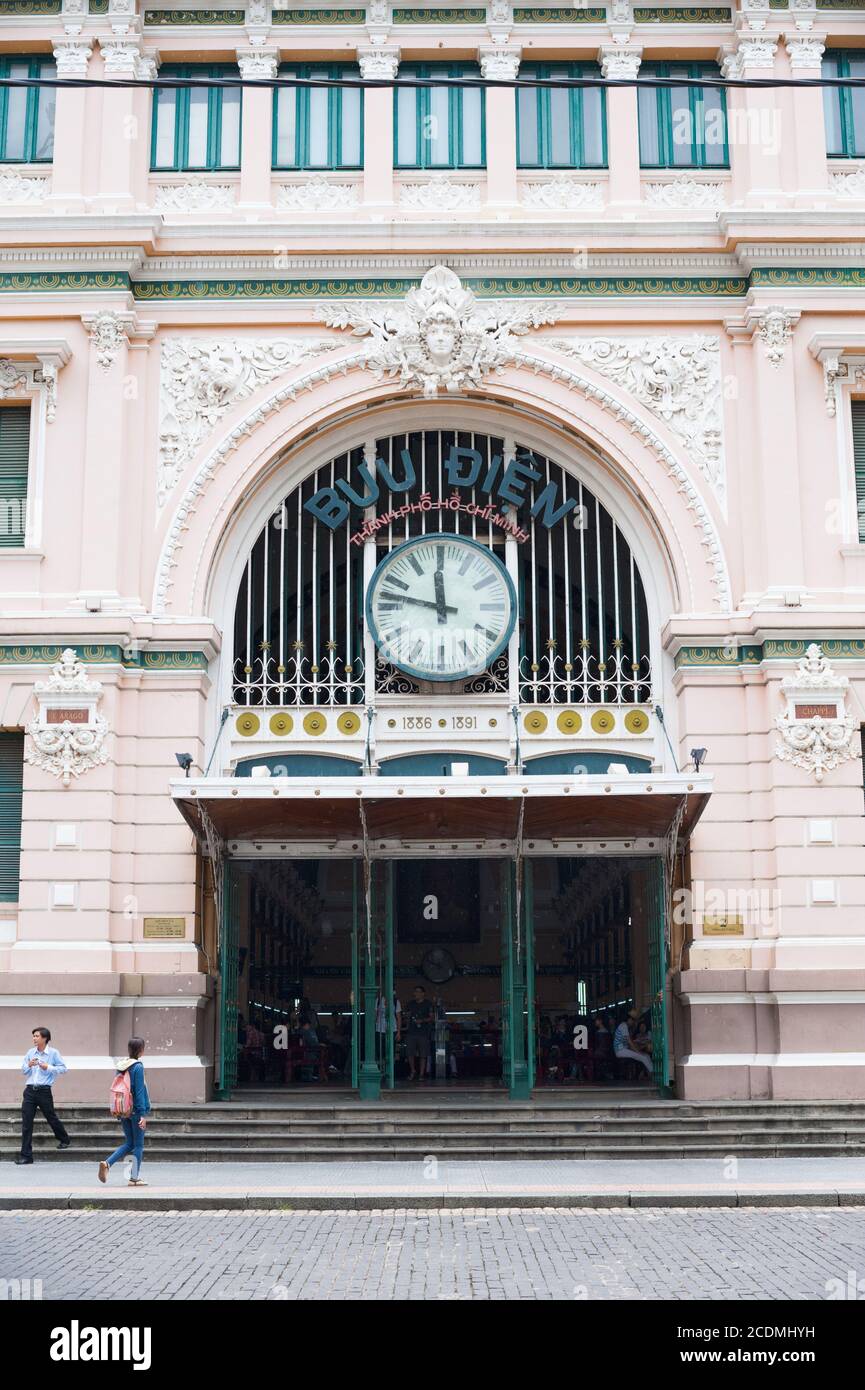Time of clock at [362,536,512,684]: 11:47
